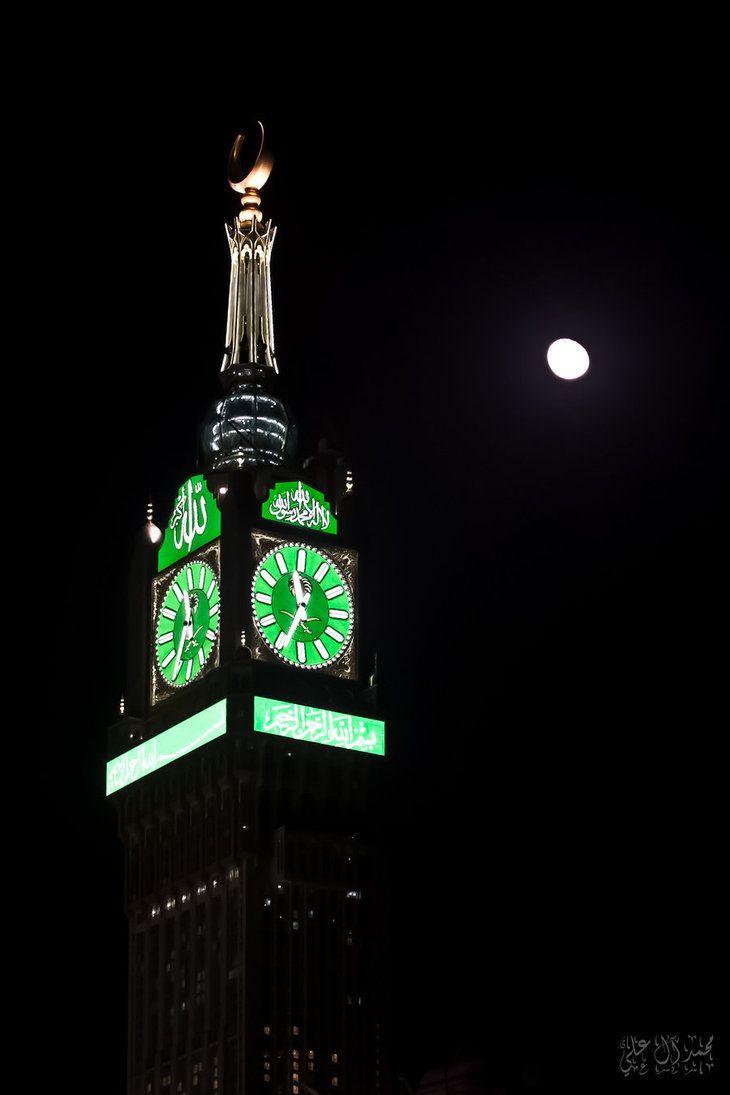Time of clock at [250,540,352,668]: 11:33
